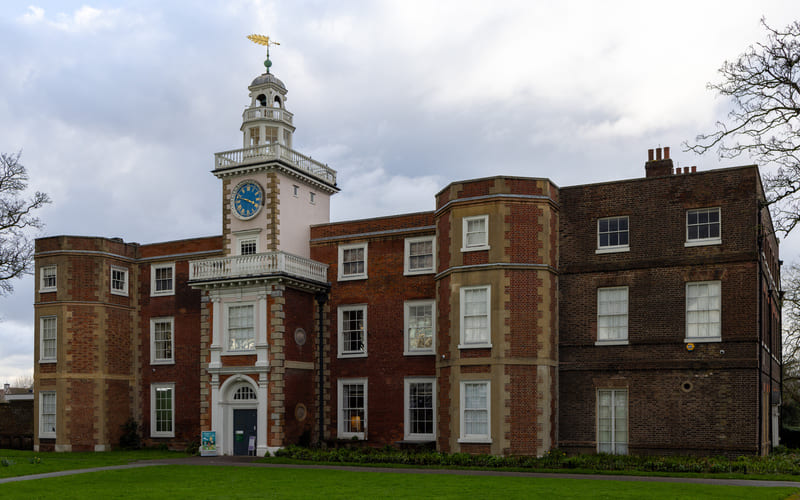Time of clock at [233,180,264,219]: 3:47
